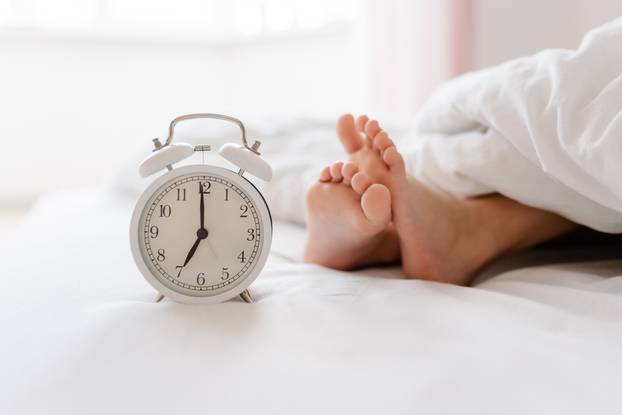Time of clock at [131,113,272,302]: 6:59
